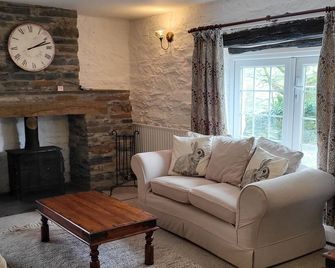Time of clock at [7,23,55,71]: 2:12
